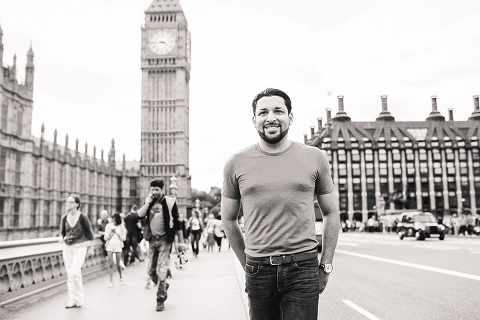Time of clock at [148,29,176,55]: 3:44
